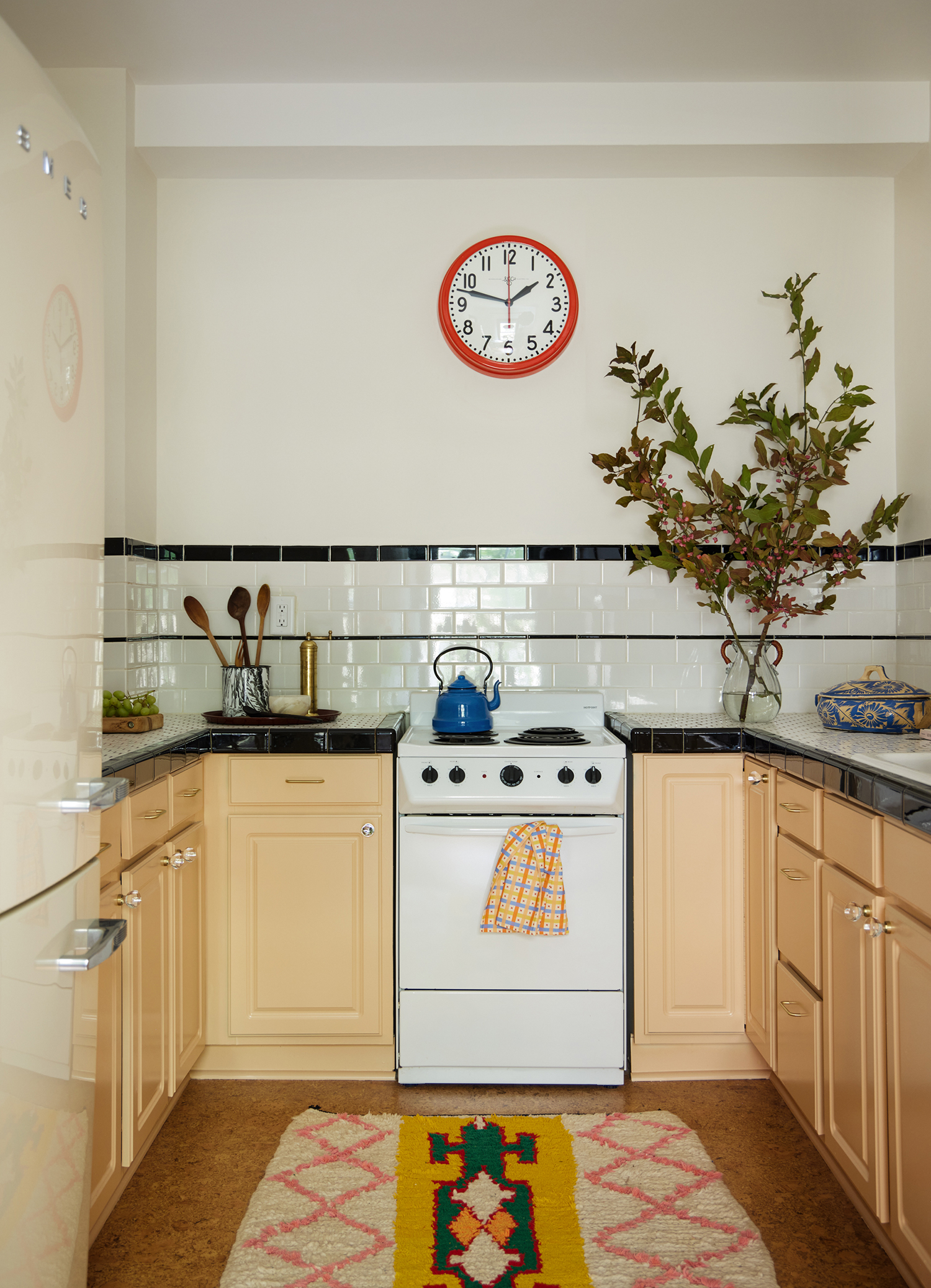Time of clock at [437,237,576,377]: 1:47
